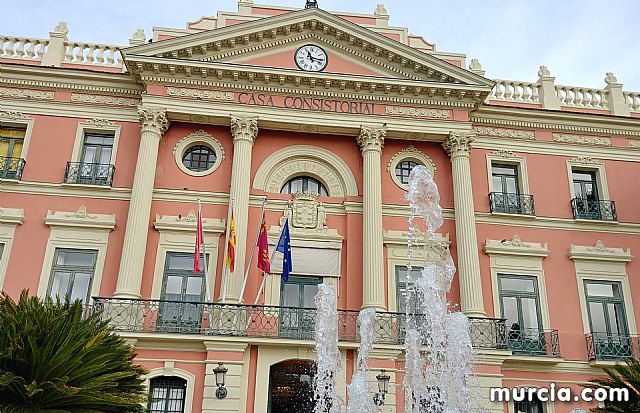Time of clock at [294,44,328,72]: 11:16
